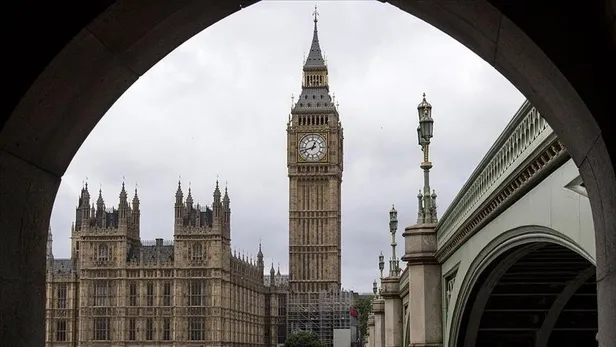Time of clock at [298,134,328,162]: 12:42
